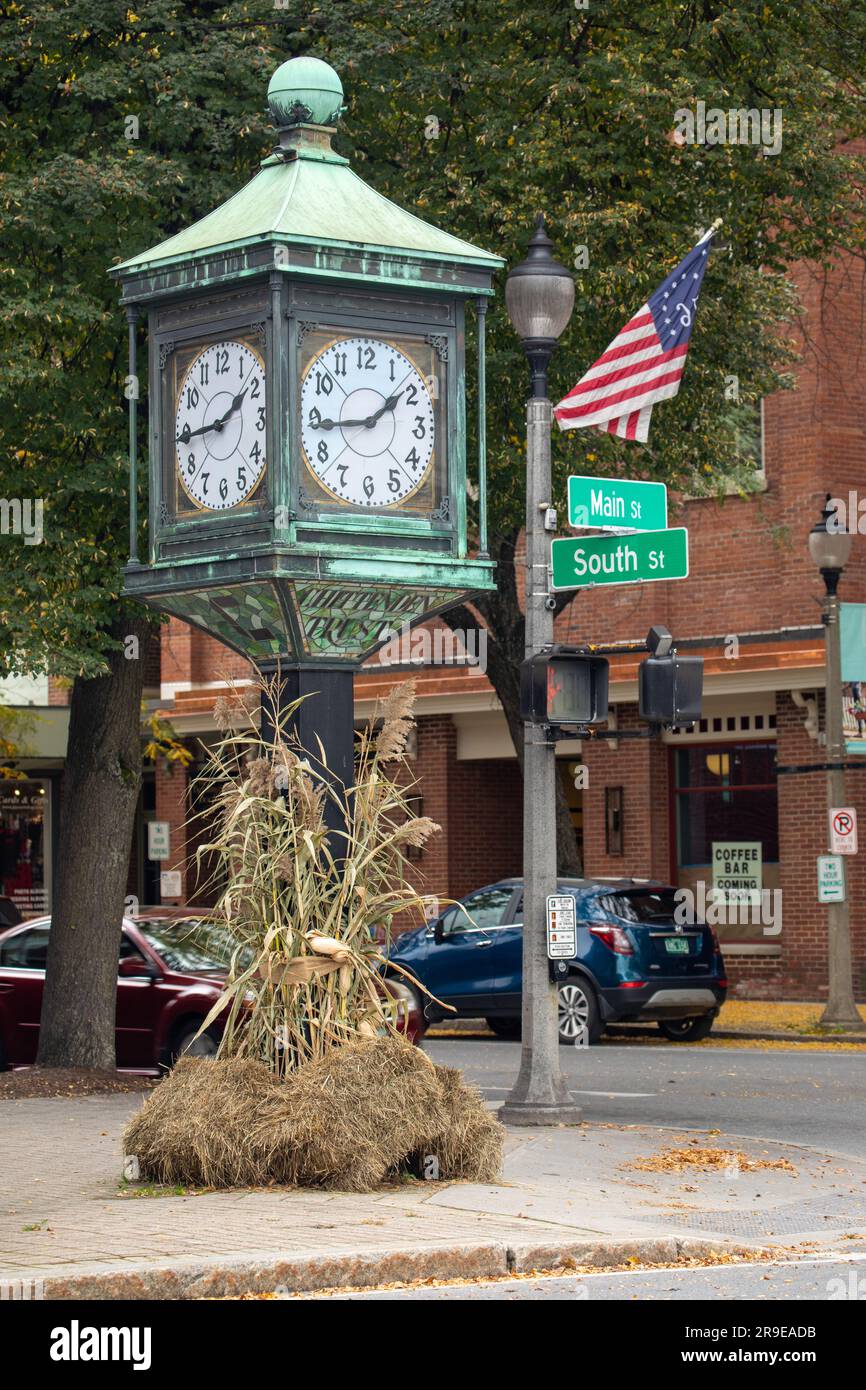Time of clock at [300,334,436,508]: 1:44
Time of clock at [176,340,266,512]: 1:44
